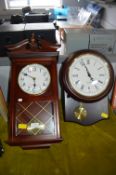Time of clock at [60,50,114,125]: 4:56
